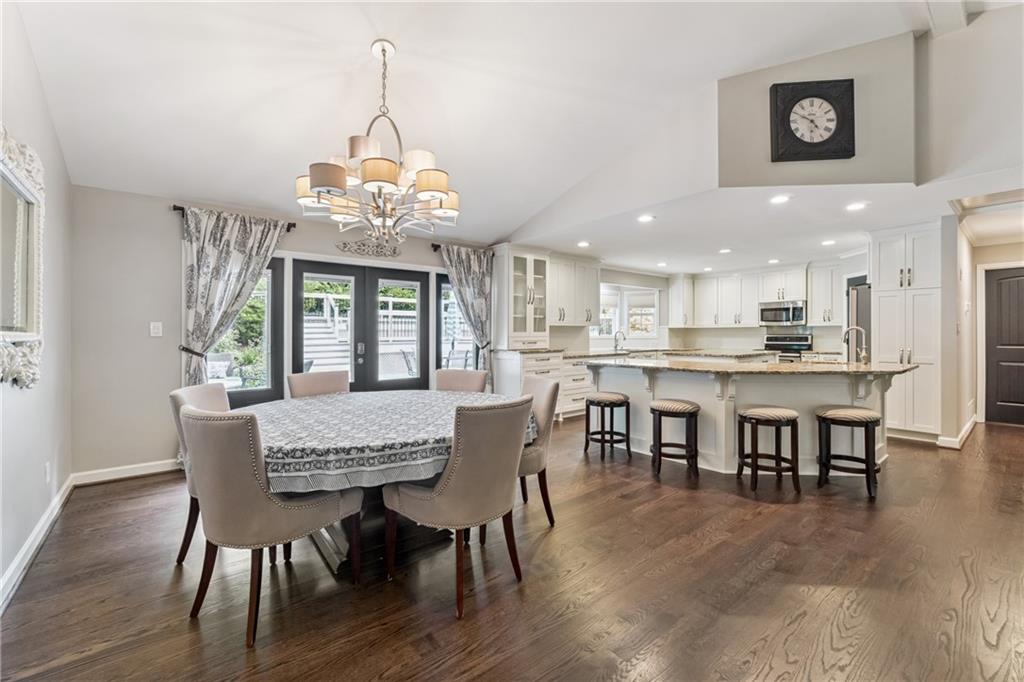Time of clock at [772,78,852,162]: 4:49
